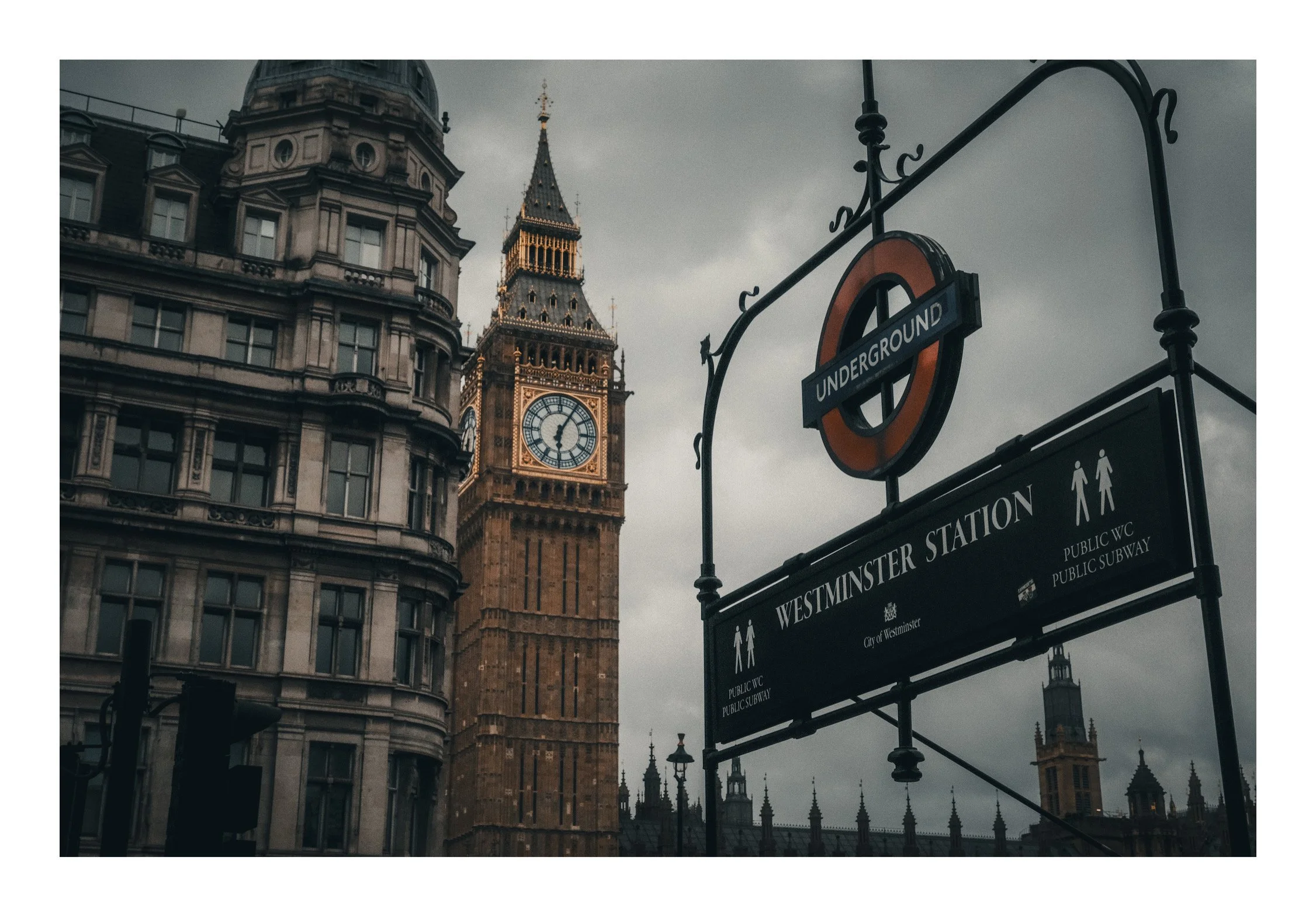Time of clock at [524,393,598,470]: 6:05
